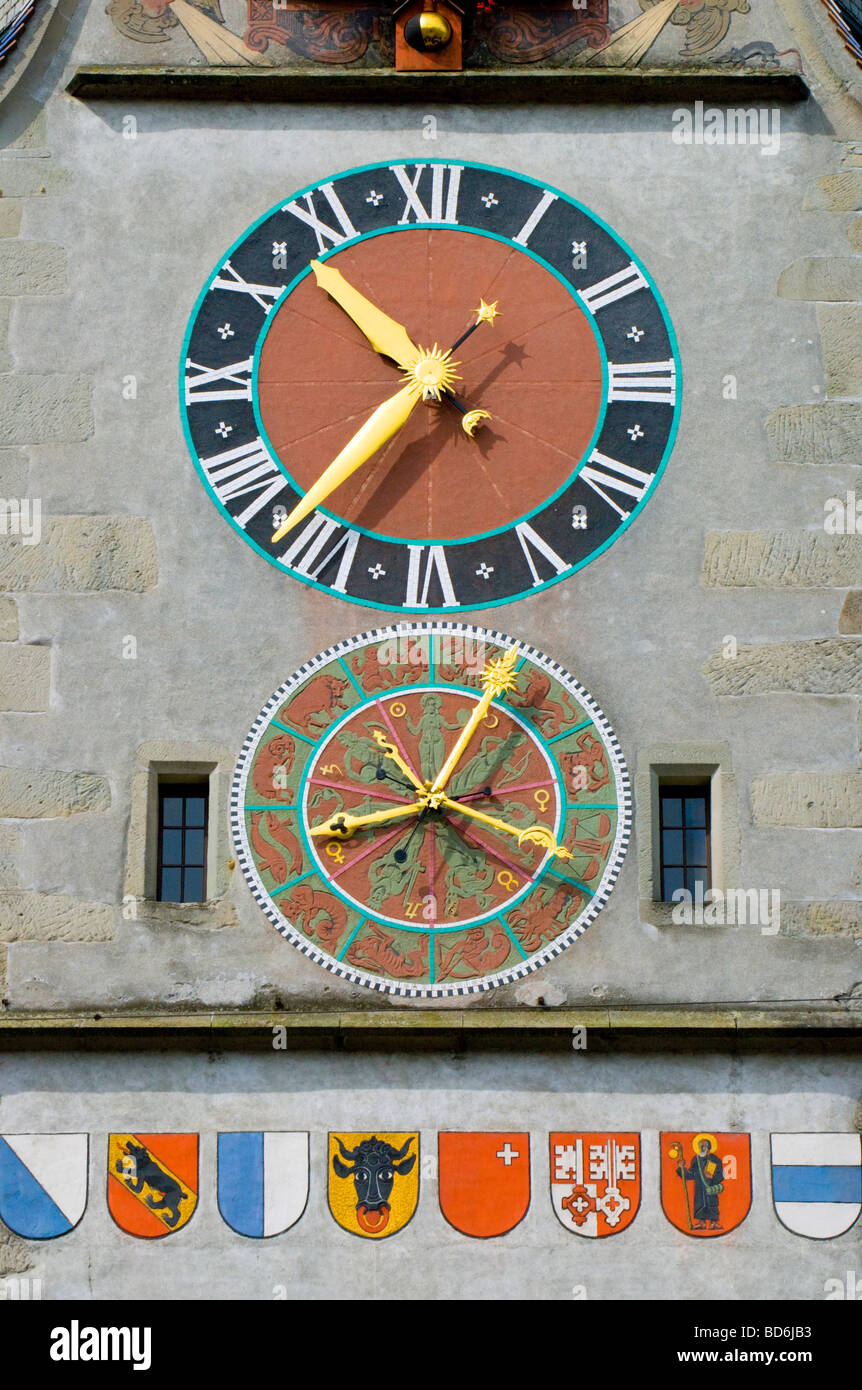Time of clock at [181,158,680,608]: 10:36
